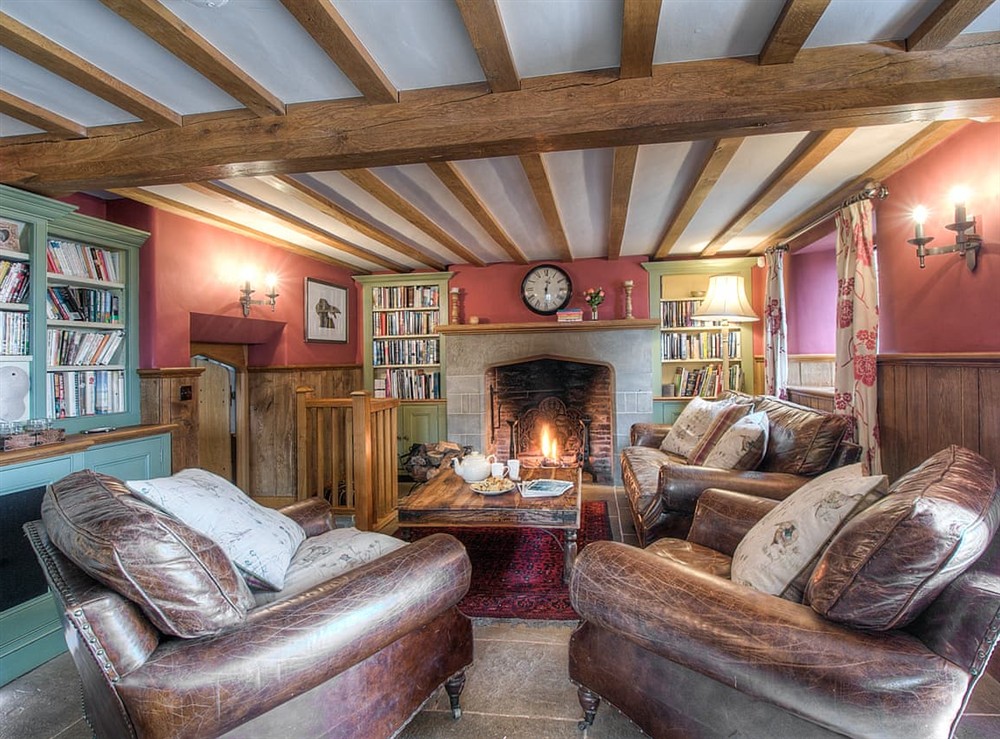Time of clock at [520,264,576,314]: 12:28
